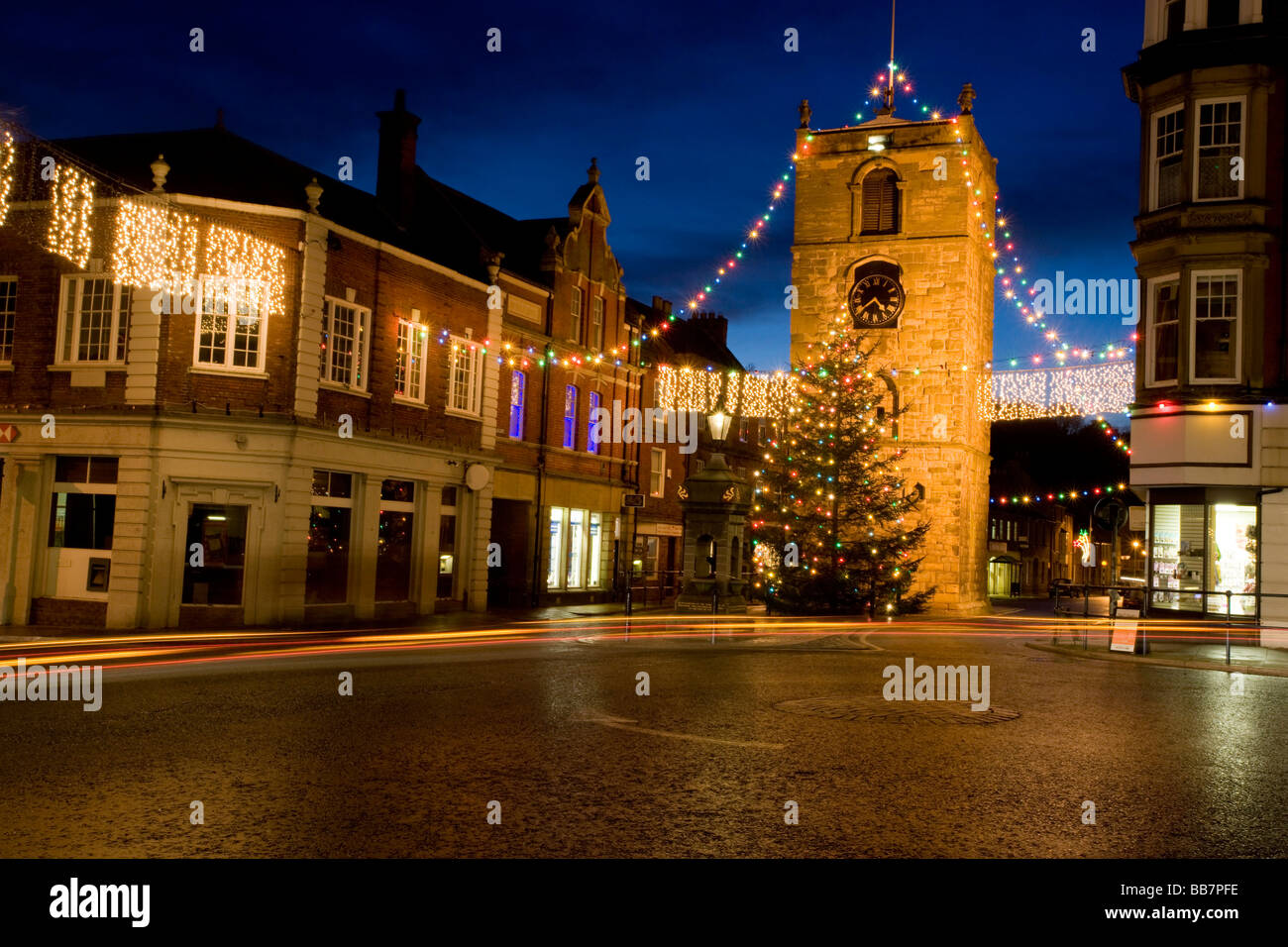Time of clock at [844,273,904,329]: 4:39
